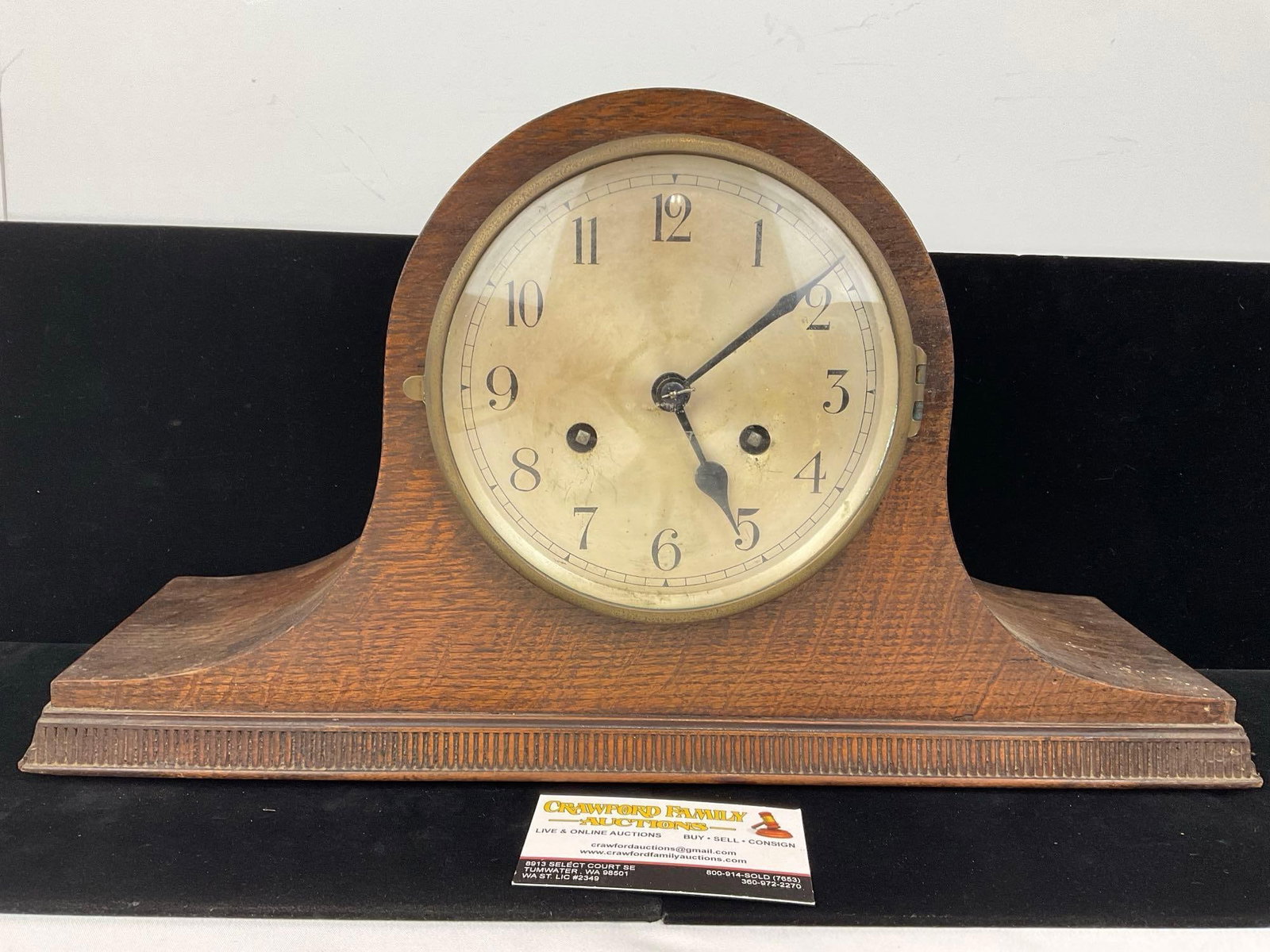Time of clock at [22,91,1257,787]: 5:08
